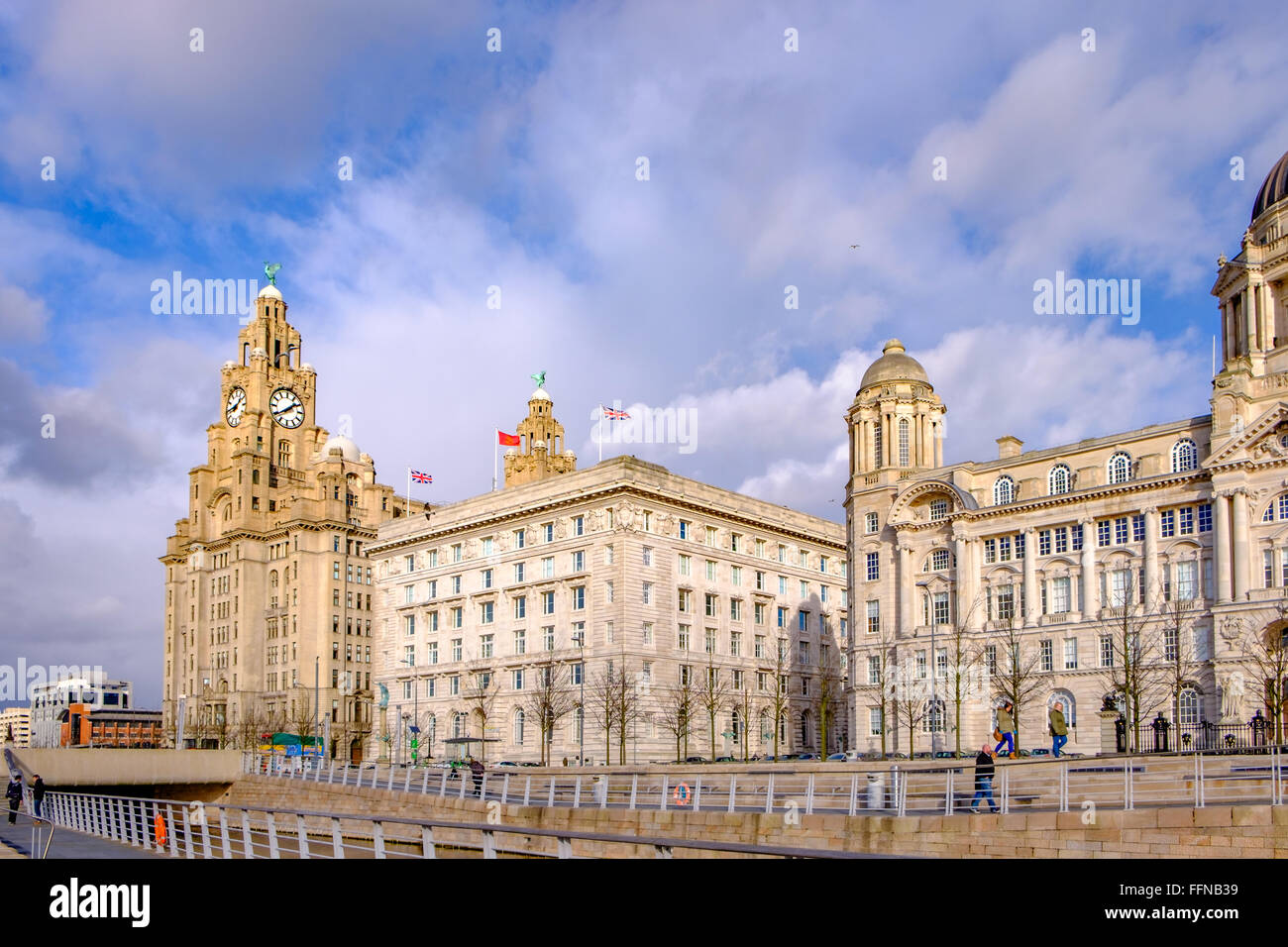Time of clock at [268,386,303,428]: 1:39
